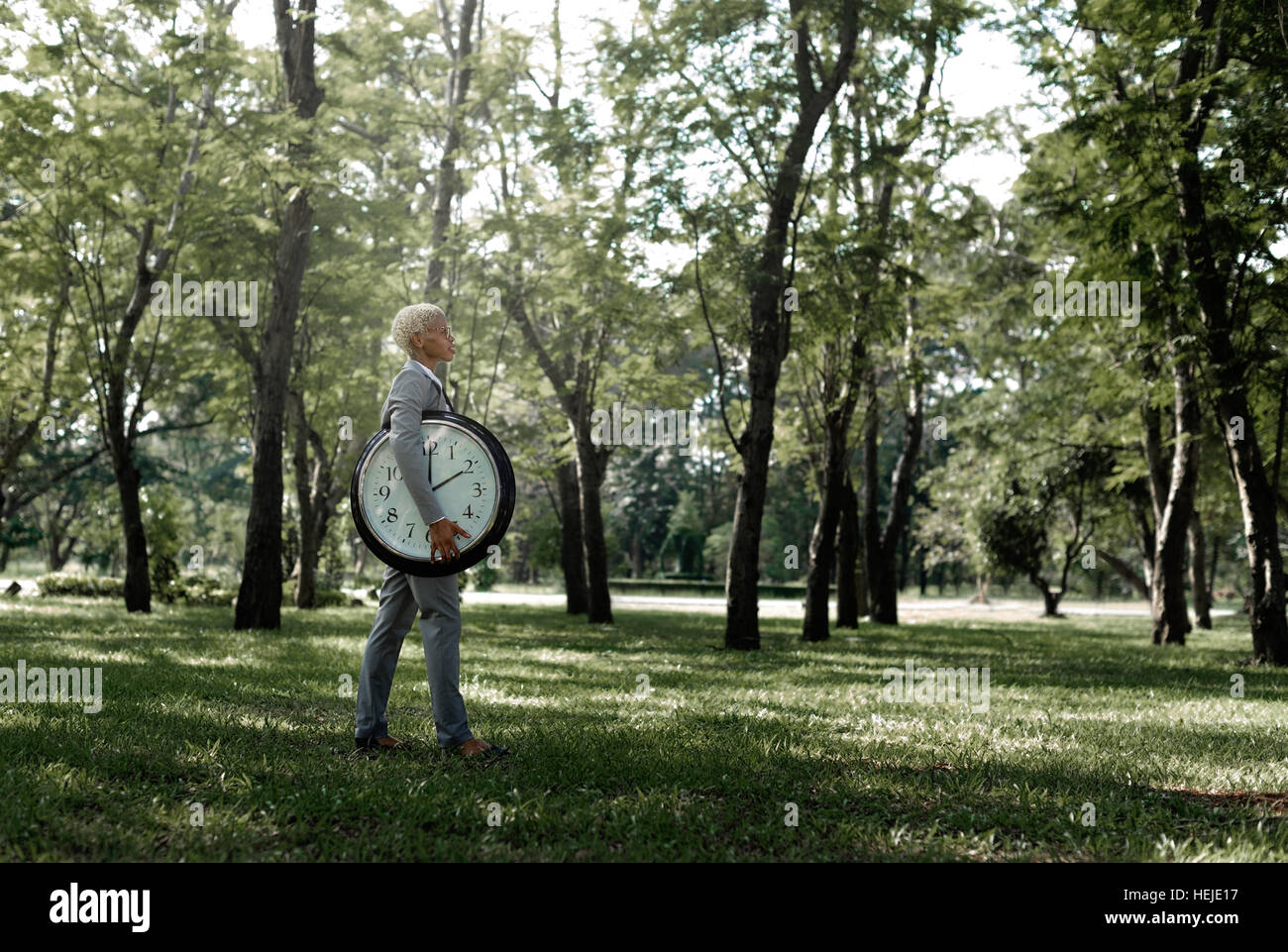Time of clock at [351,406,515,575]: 2:00
